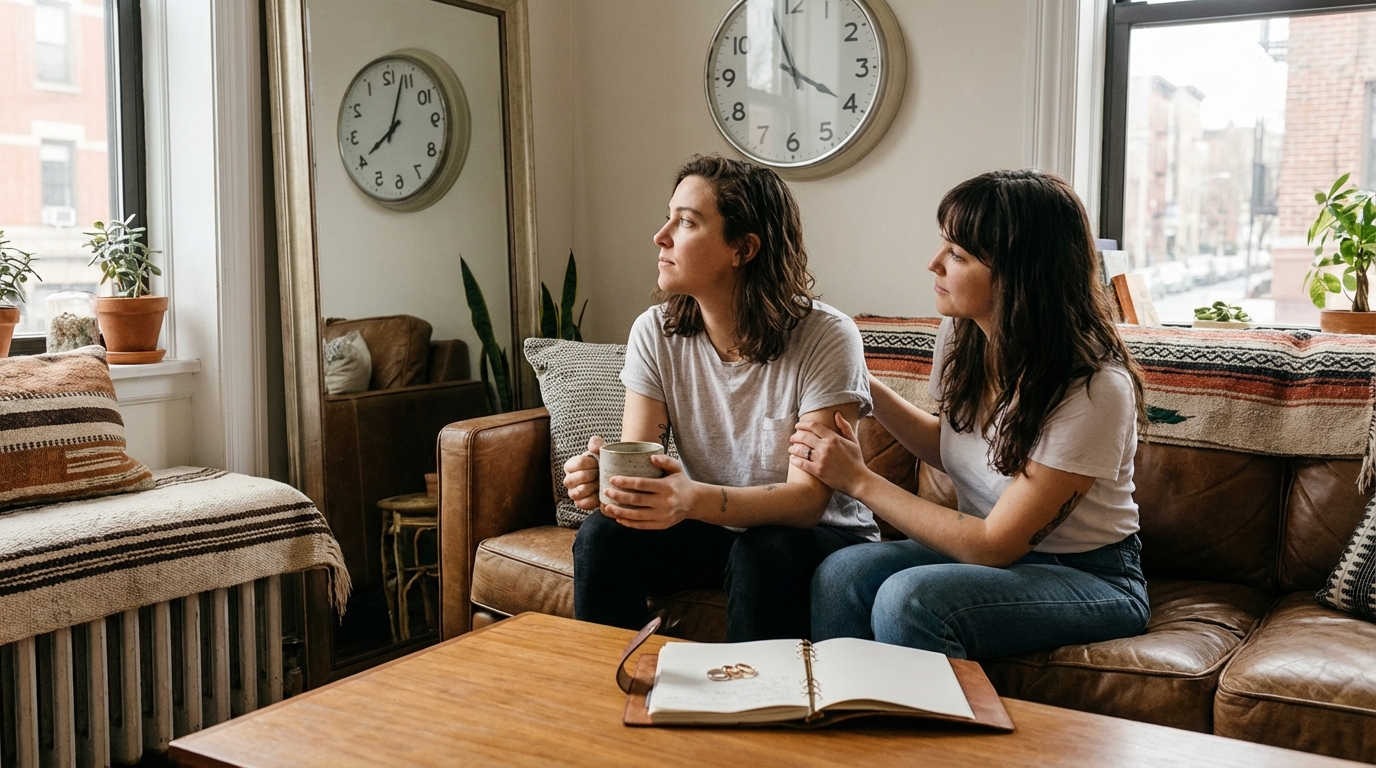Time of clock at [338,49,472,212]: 8:03
